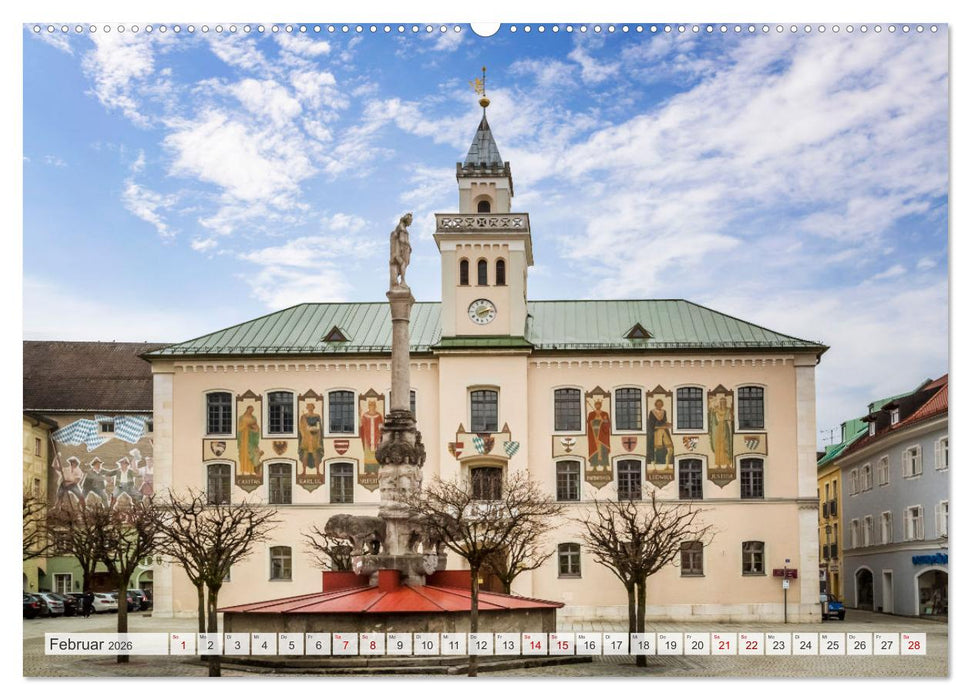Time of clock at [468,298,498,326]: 2:13
